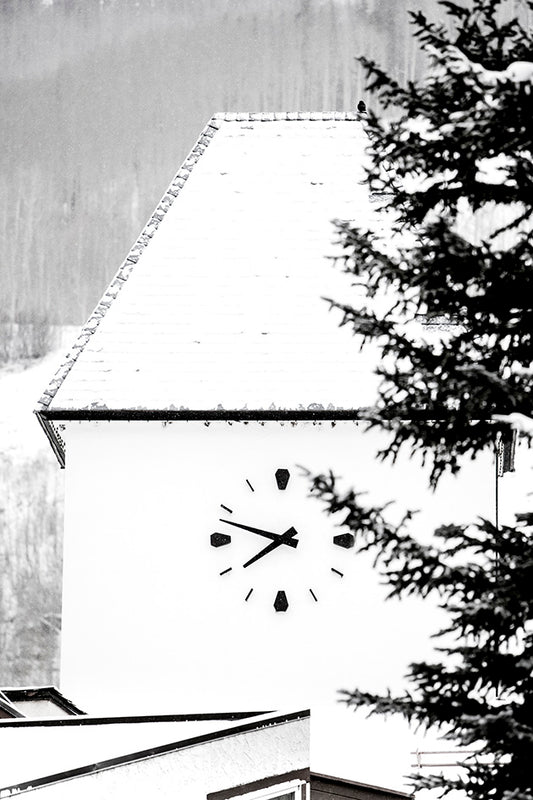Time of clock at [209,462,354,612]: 7:48
